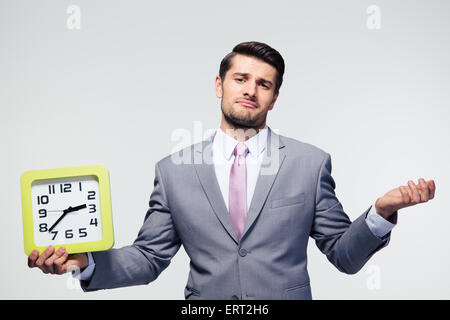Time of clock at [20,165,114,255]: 2:37
